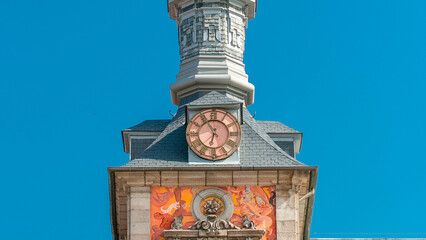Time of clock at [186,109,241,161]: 6:54
